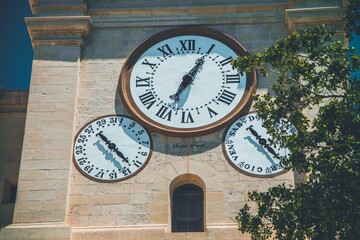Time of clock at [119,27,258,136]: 7:05
